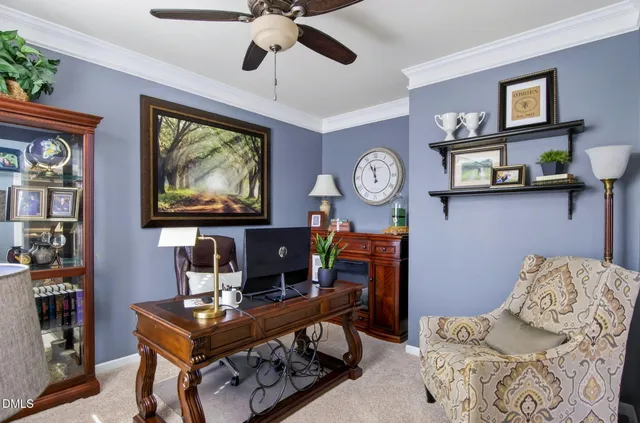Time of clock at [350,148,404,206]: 11:55
